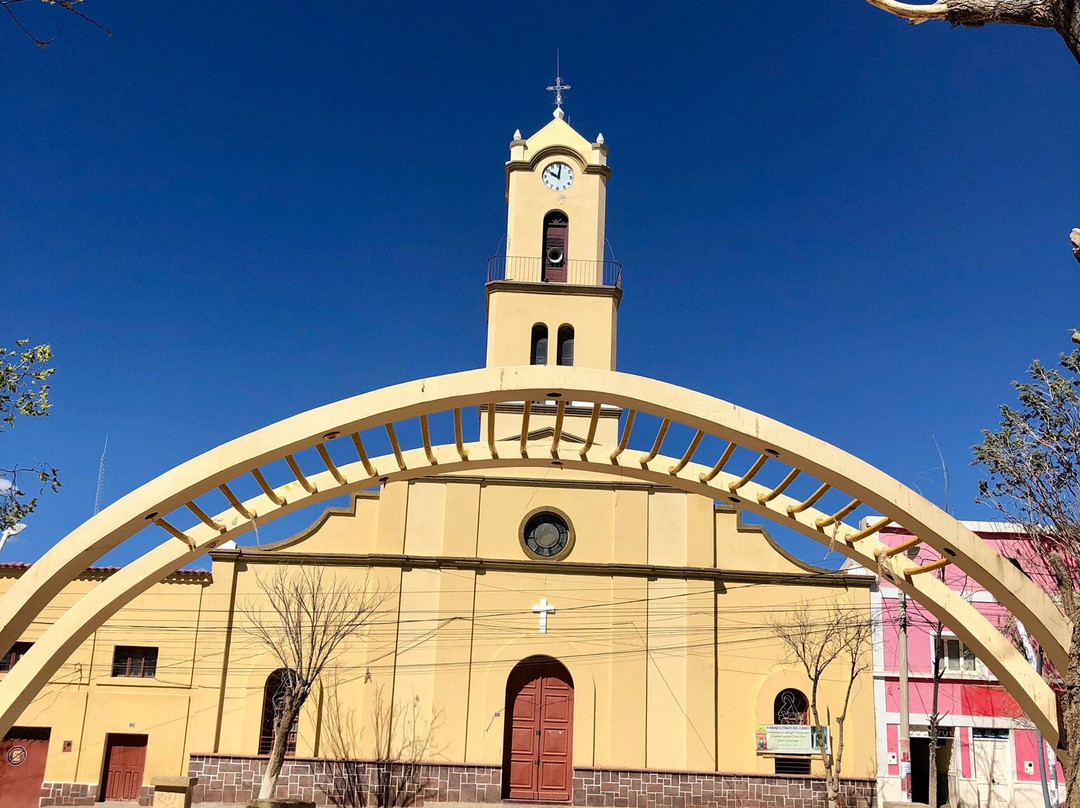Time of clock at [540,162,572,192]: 10:01
